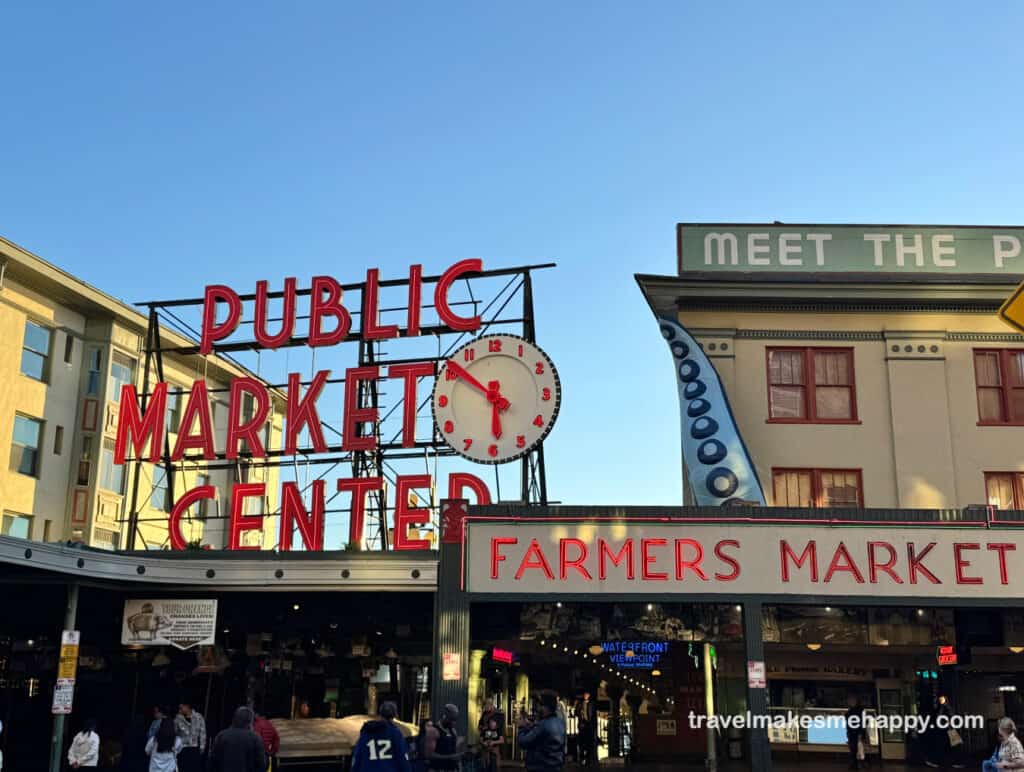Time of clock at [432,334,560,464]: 5:51
